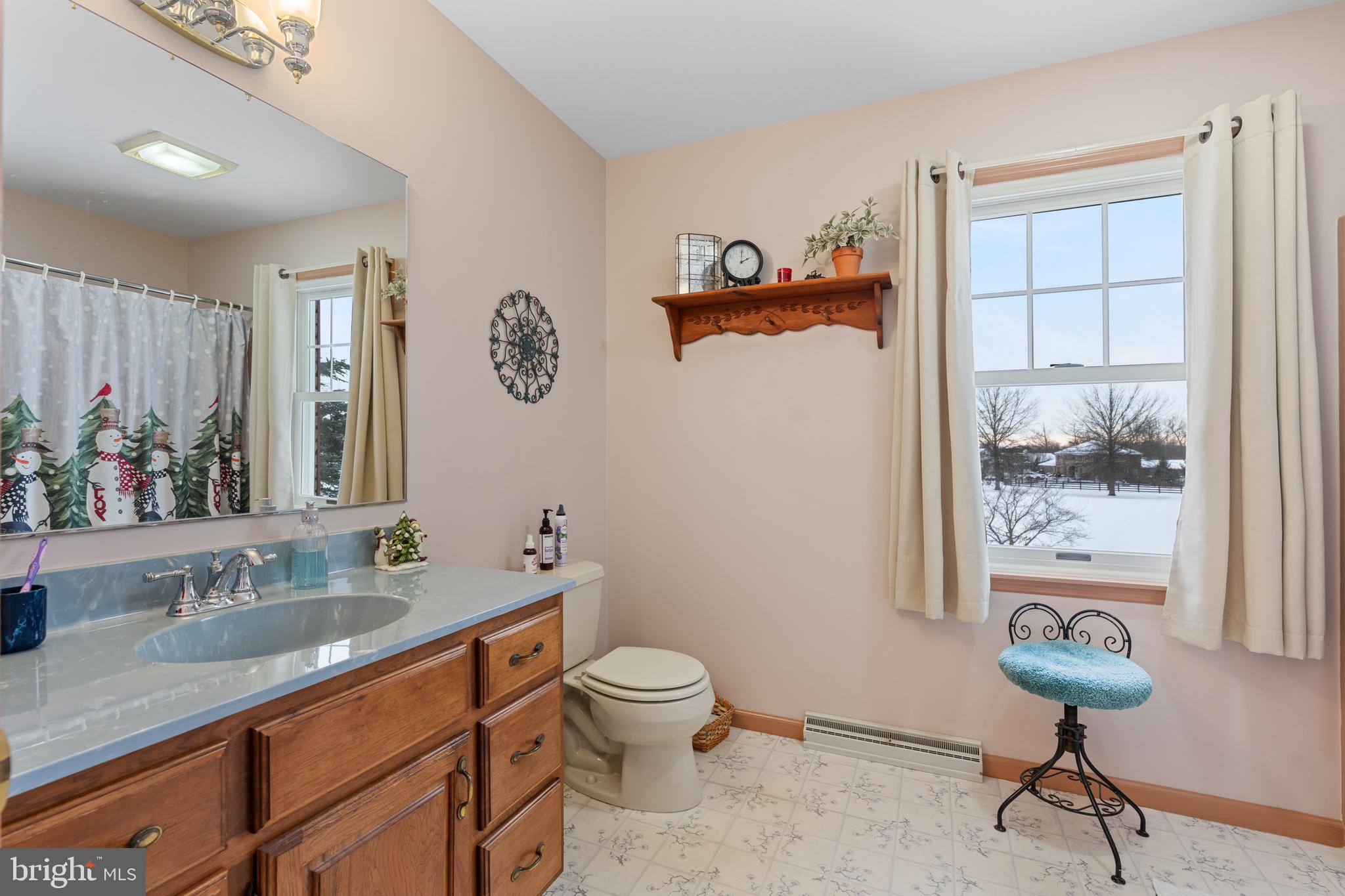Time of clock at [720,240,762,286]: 2:00
